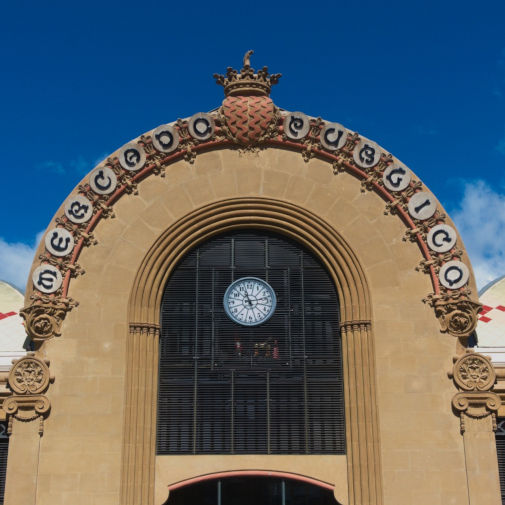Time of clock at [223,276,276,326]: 11:13
